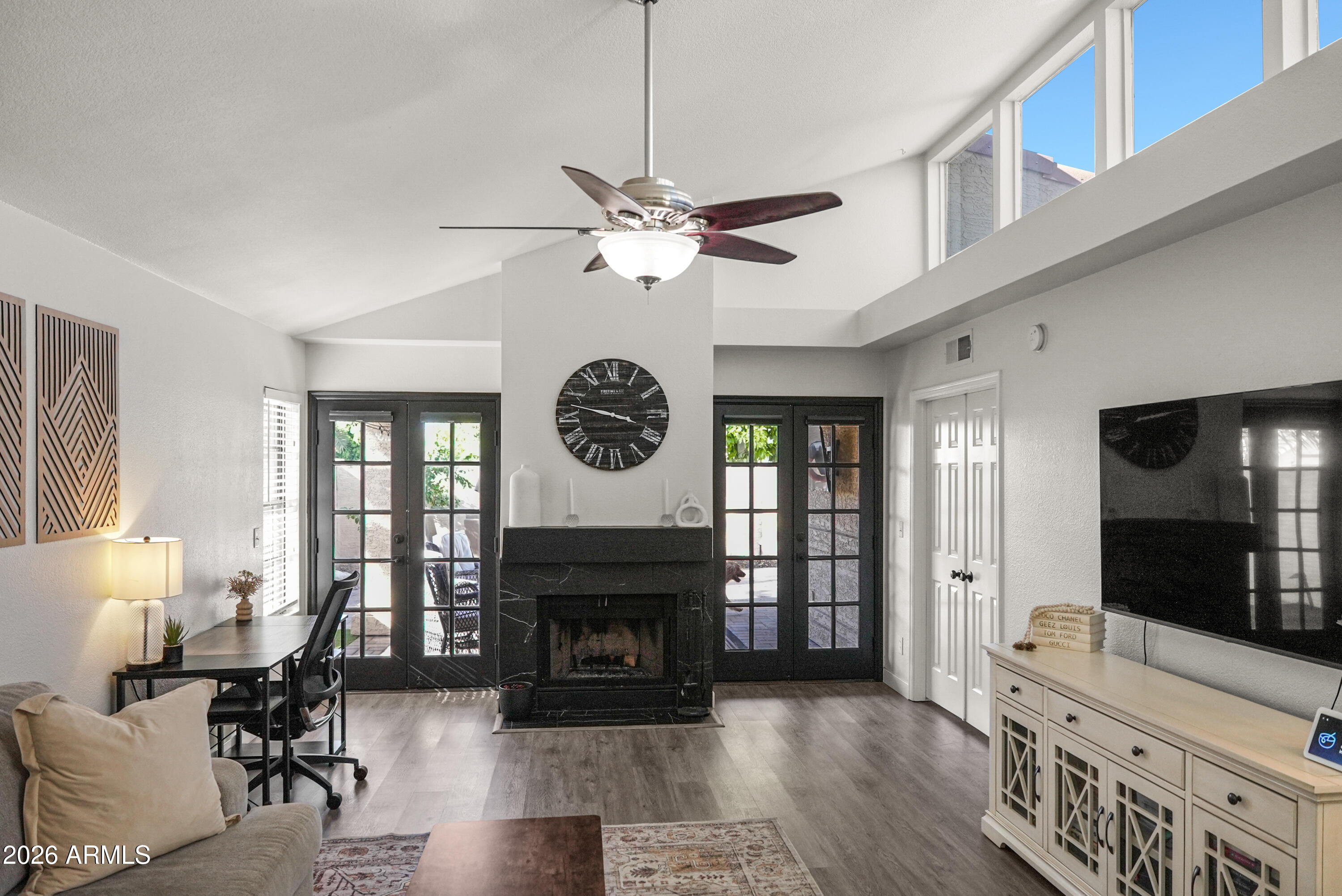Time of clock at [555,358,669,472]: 3:47
